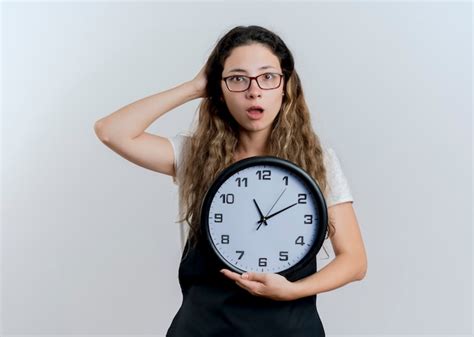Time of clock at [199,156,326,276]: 11:10
